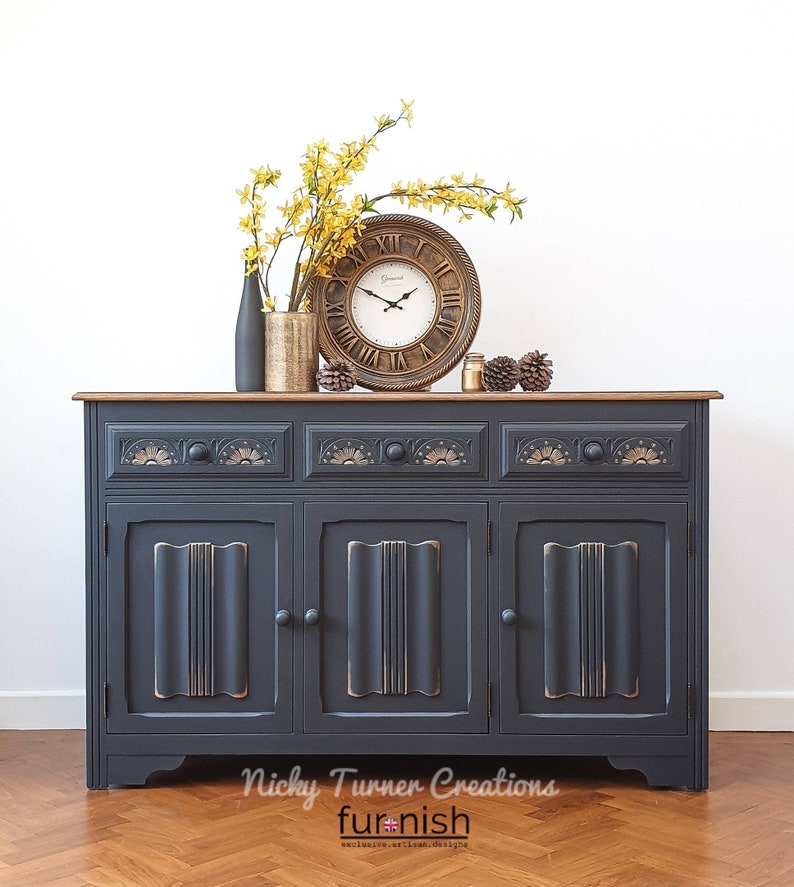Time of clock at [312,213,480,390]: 1:50
